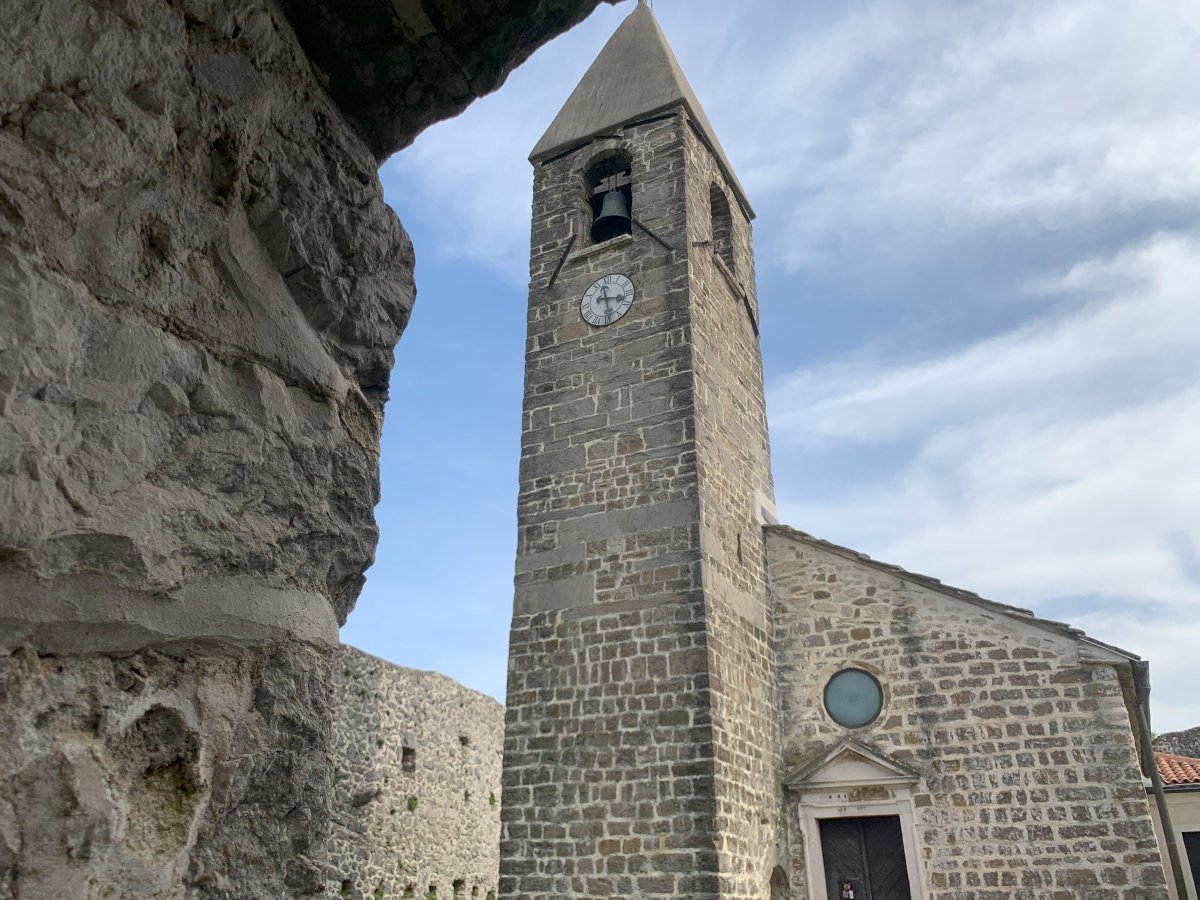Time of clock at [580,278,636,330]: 3:28
